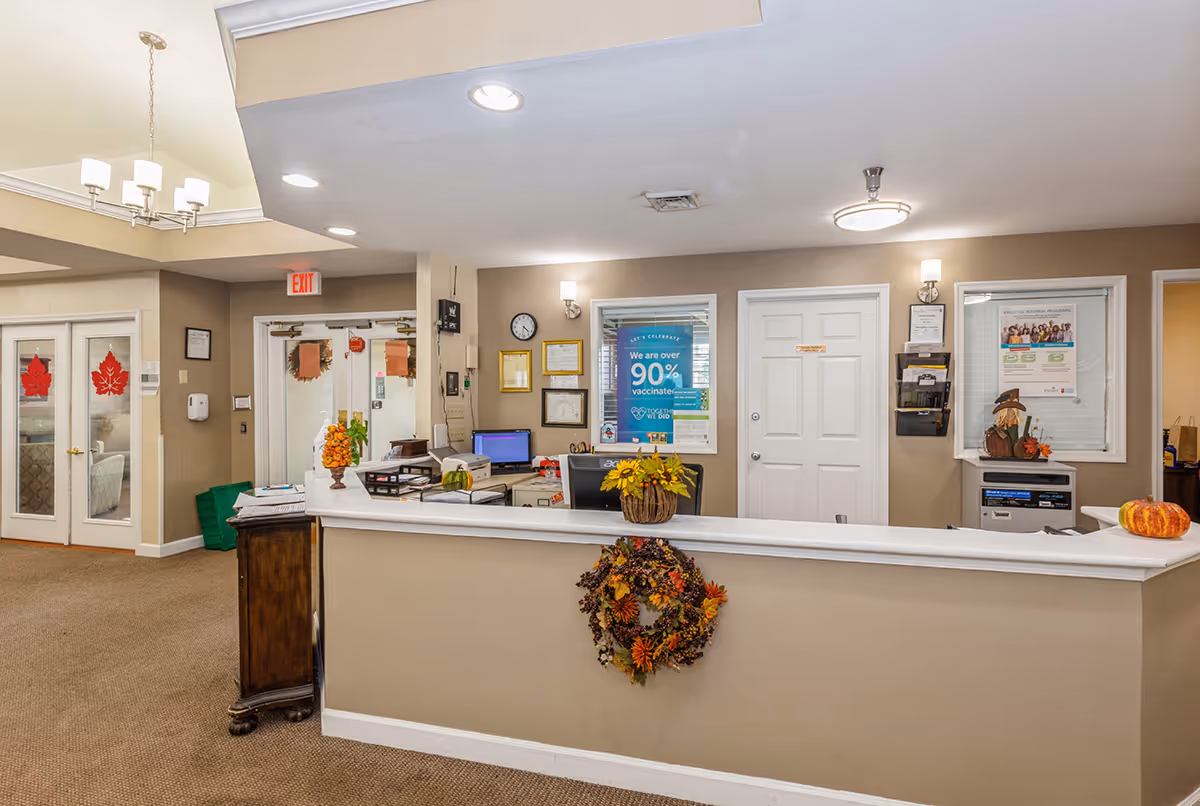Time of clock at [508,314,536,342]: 4:31
